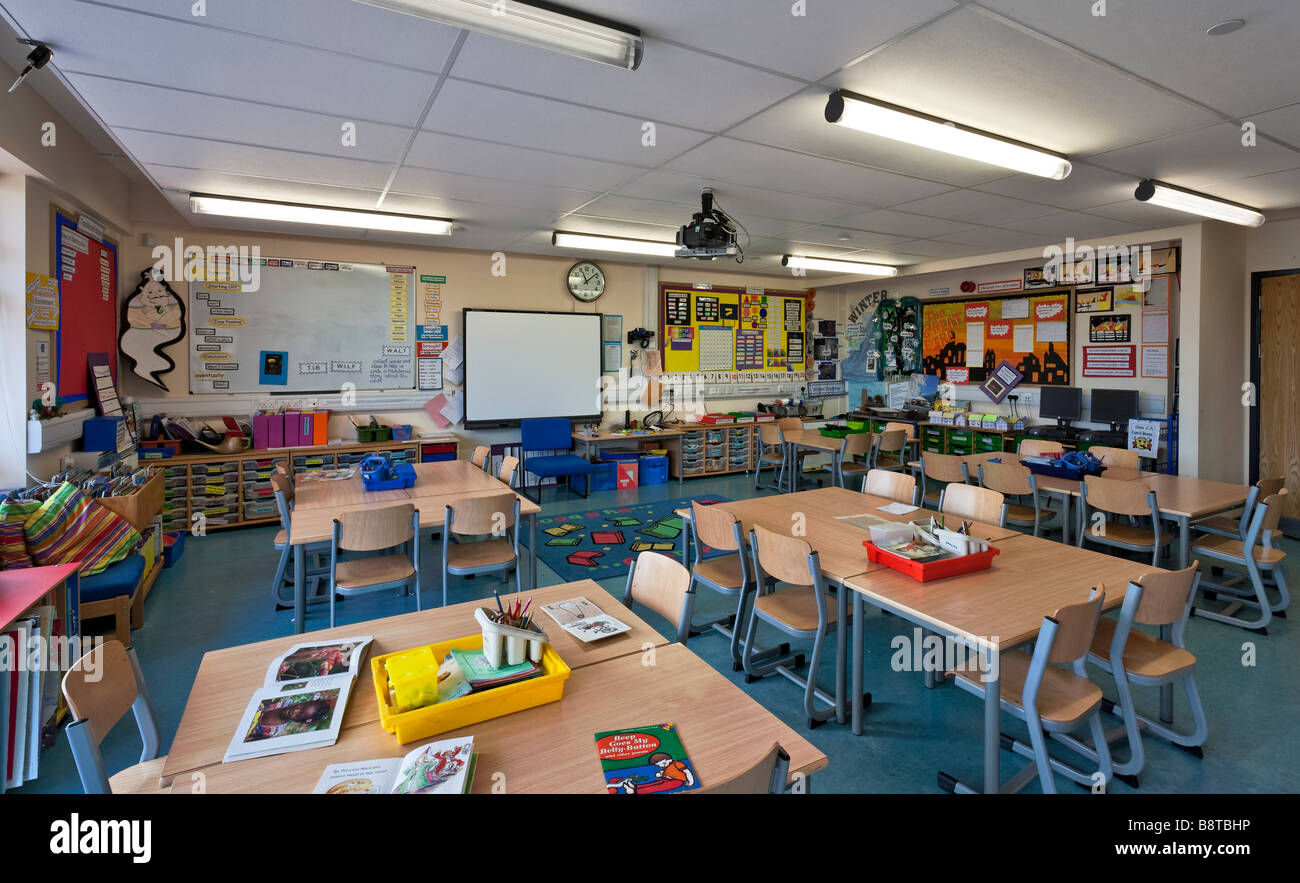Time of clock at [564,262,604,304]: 11:08
